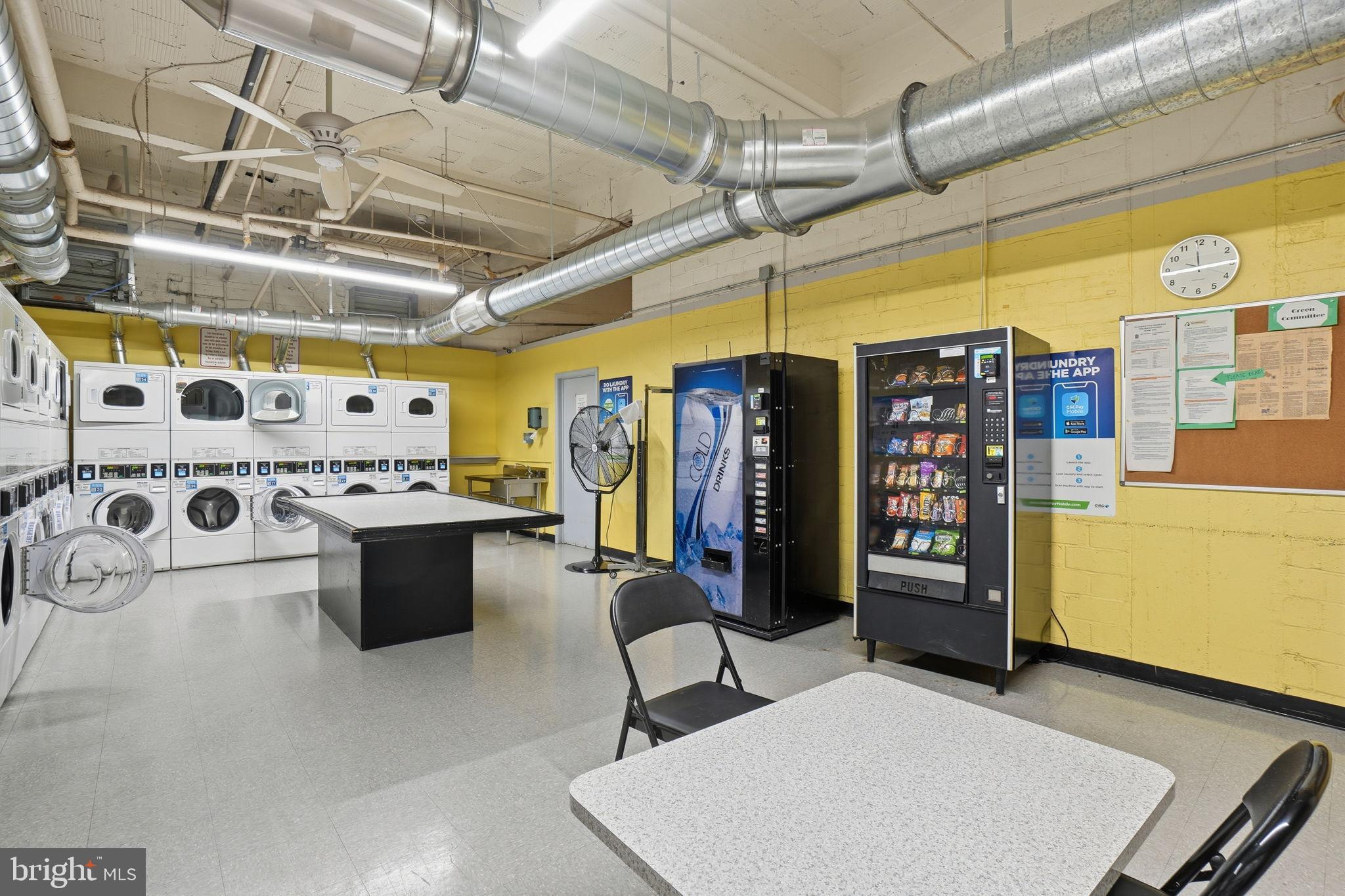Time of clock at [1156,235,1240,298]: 11:44
